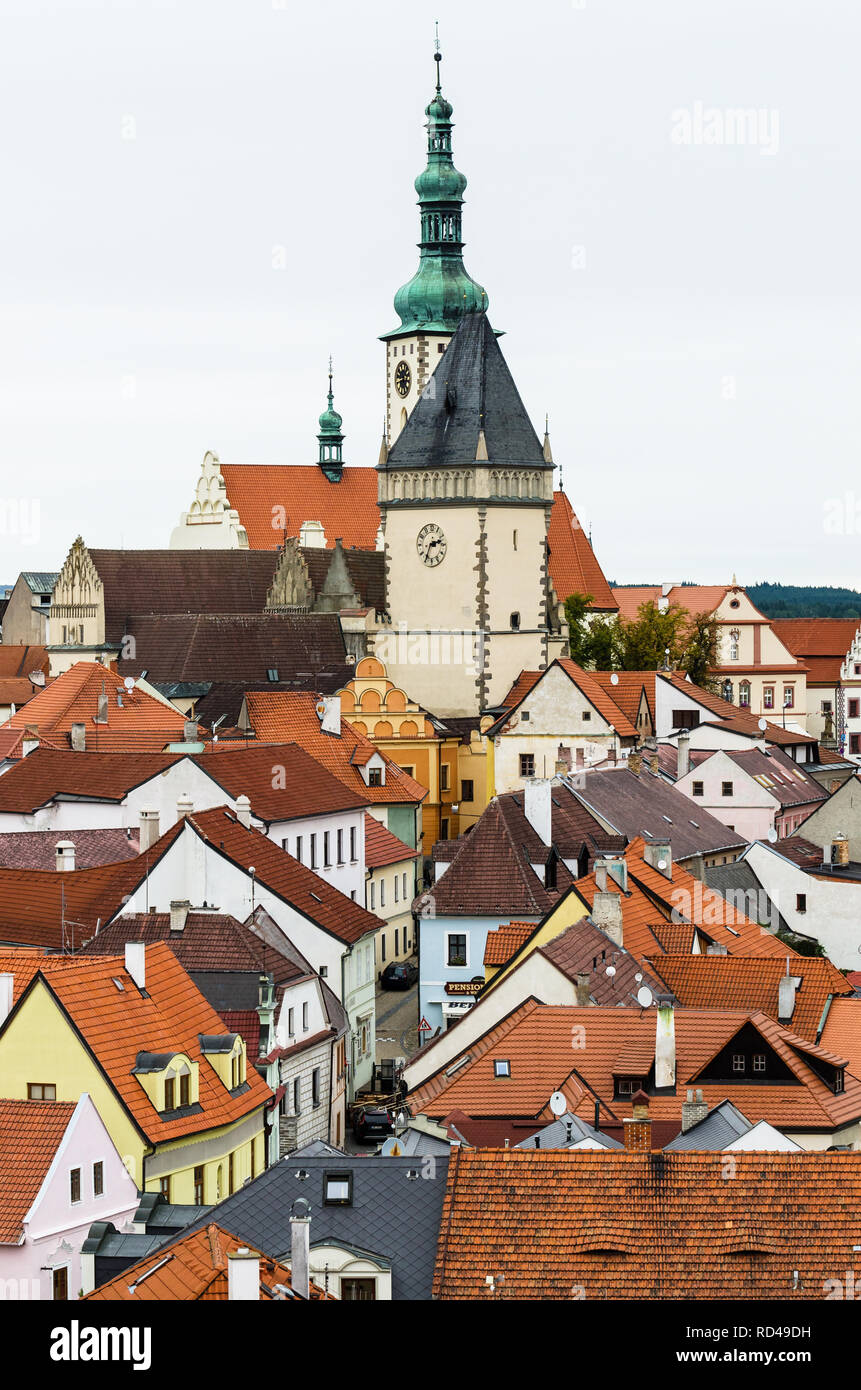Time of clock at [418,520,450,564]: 2:34
